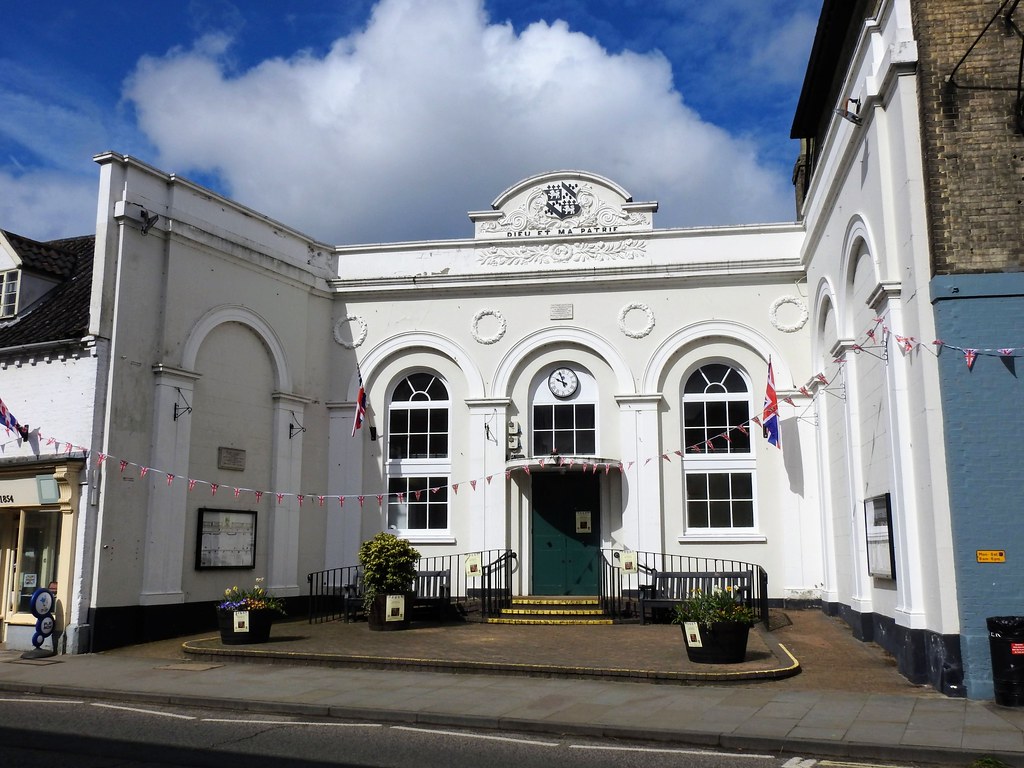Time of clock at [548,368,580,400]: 9:56
